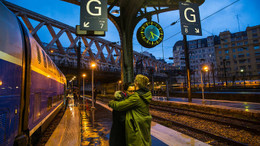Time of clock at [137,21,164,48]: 5:19
